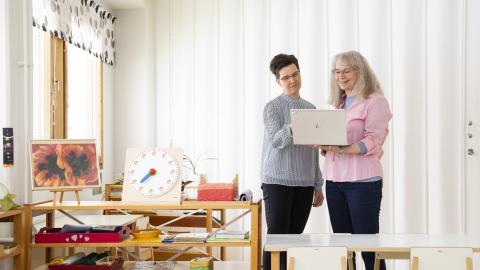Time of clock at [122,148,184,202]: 7:37
